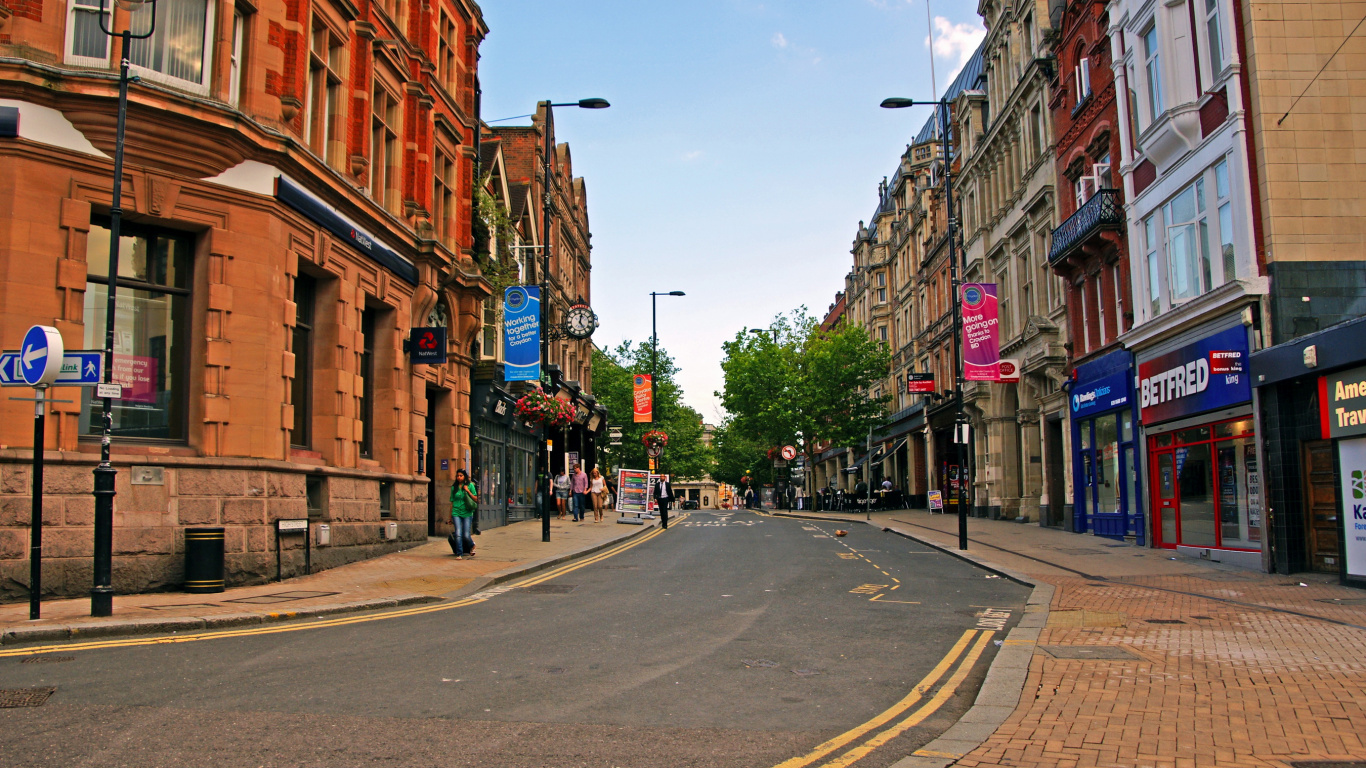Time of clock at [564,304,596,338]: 12:24
